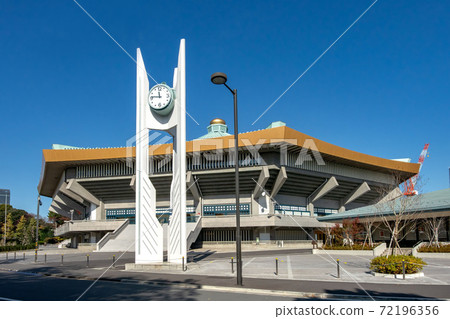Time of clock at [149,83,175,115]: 11:46
